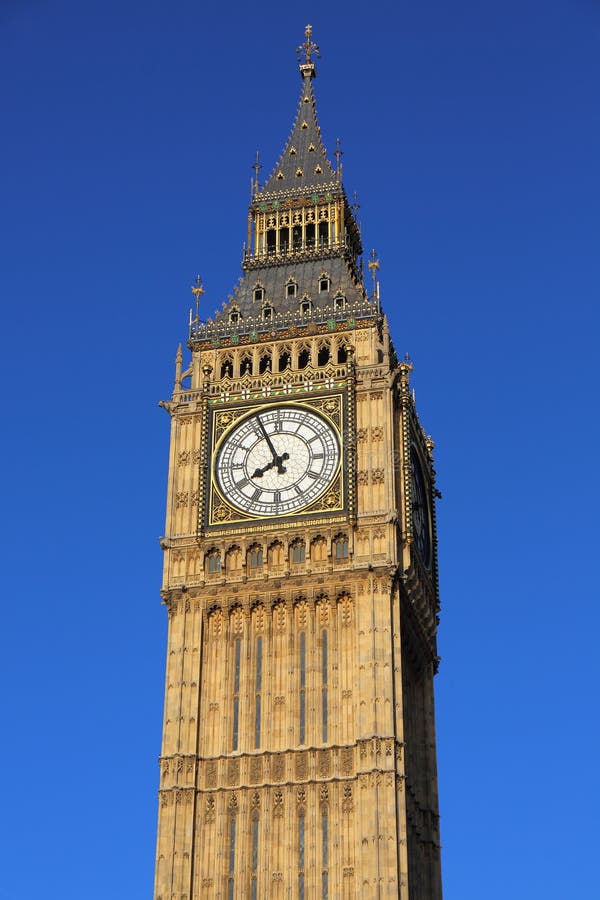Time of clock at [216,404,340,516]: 7:55
